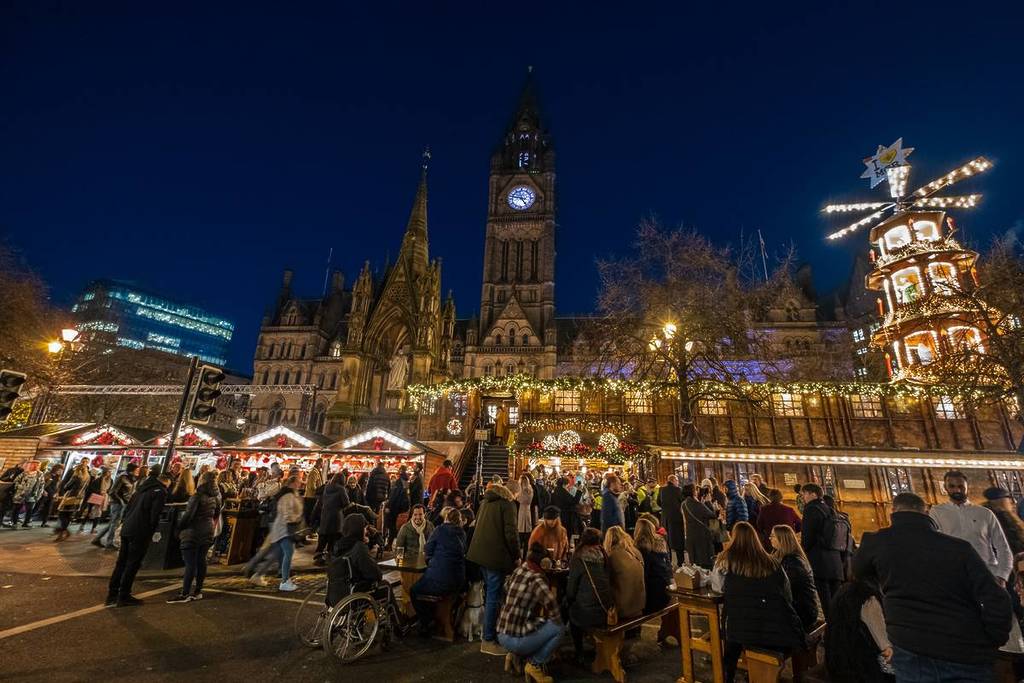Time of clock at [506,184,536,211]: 4:46
